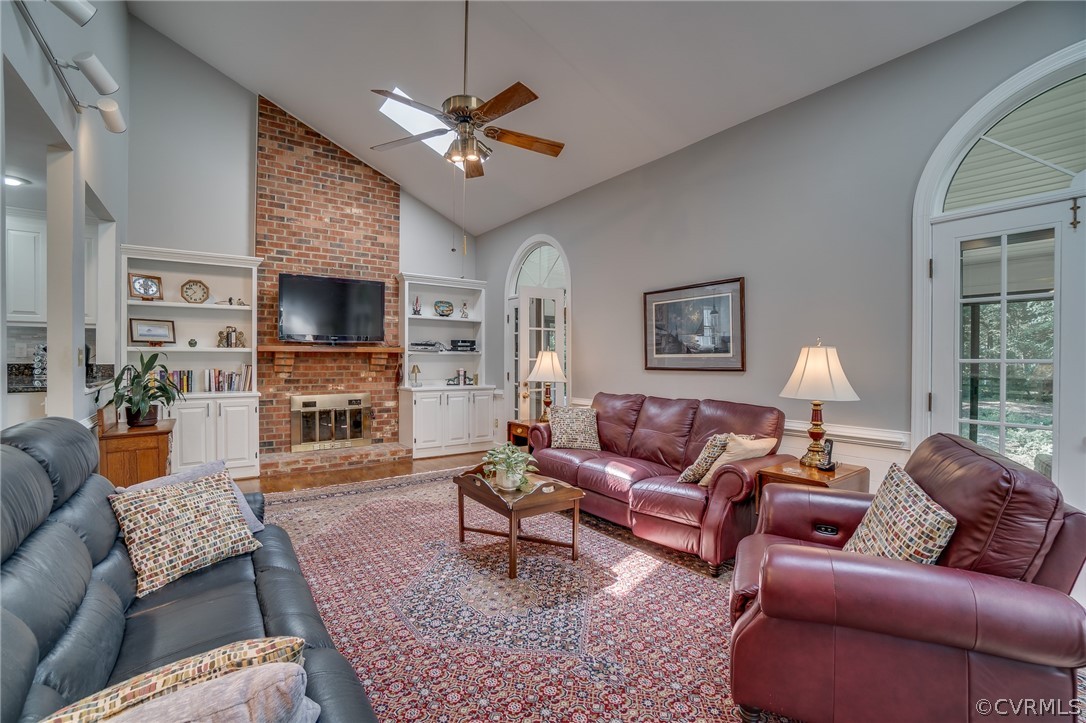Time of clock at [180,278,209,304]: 10:37
